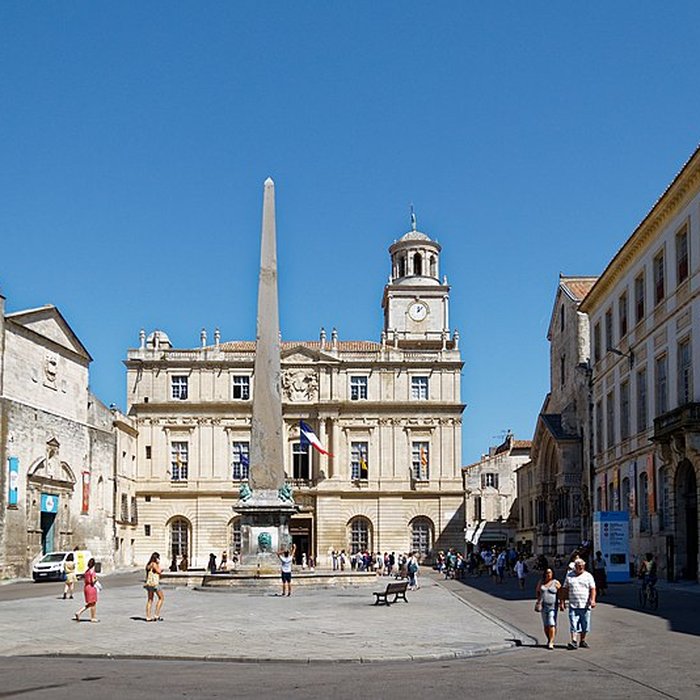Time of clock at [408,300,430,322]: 12:07
